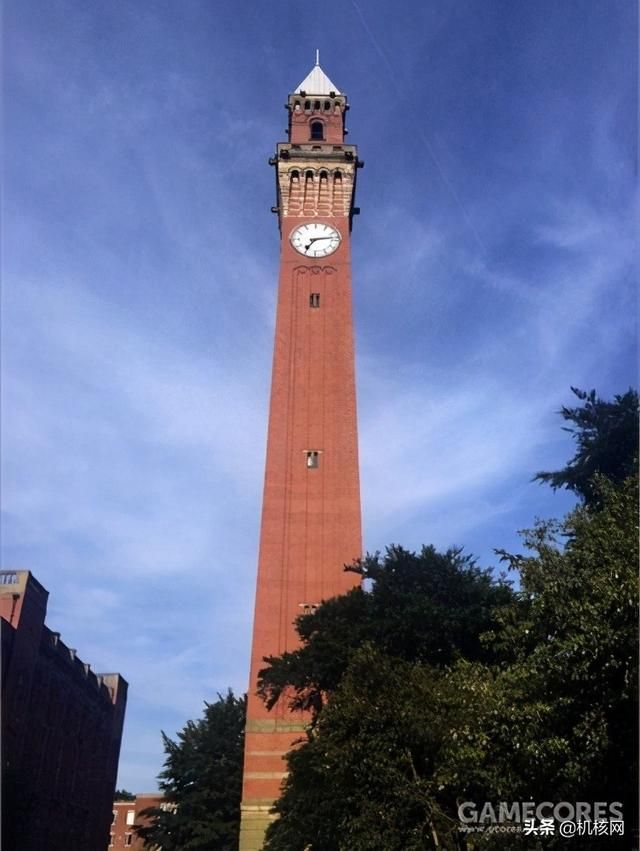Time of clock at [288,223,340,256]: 7:13
